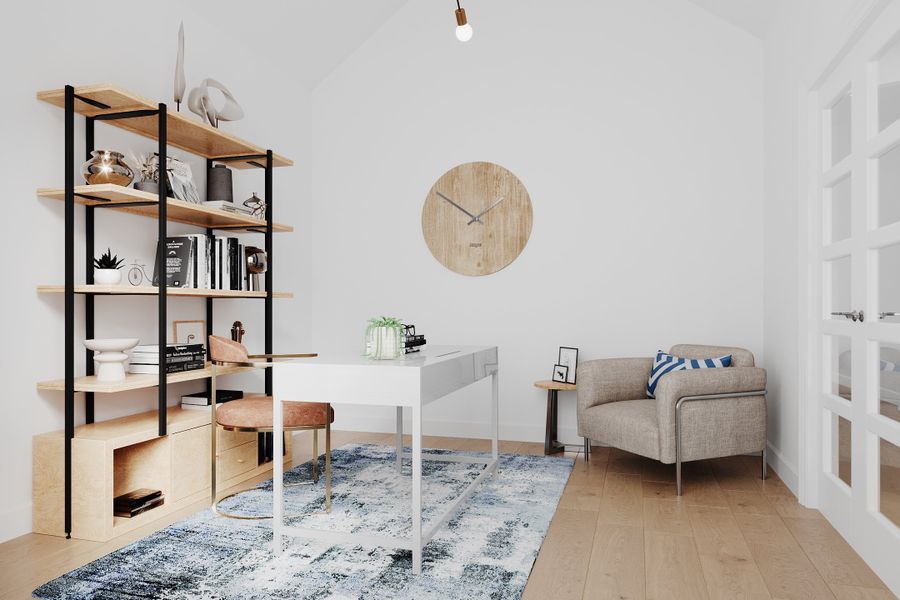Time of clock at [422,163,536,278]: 1:50
